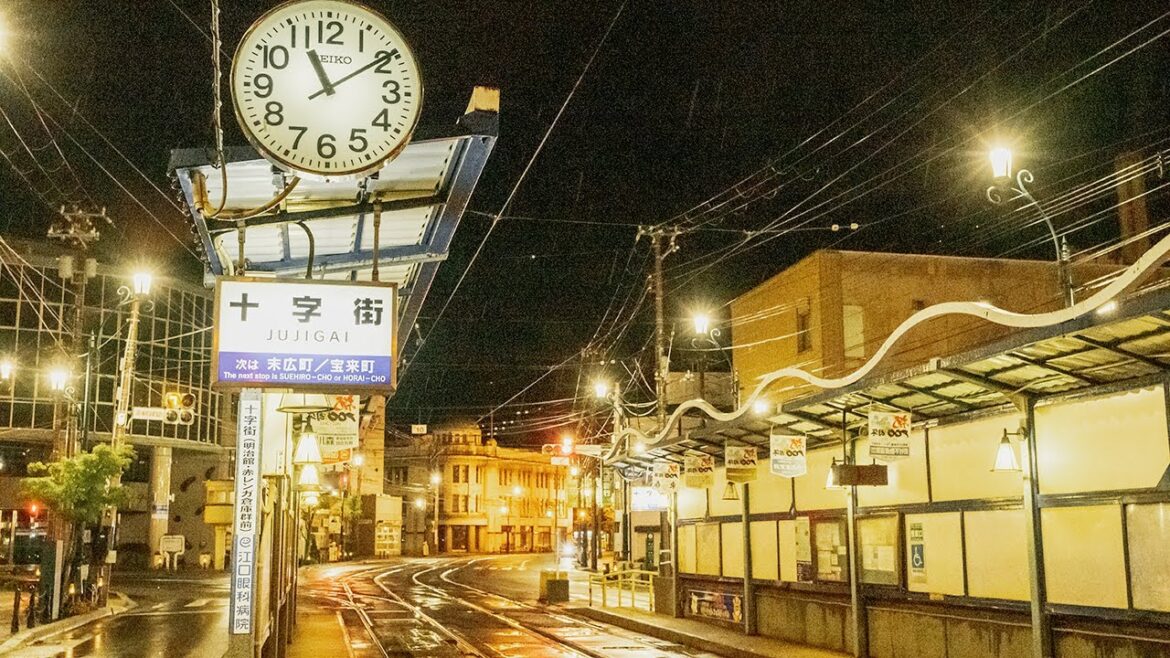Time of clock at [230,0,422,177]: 11:09
